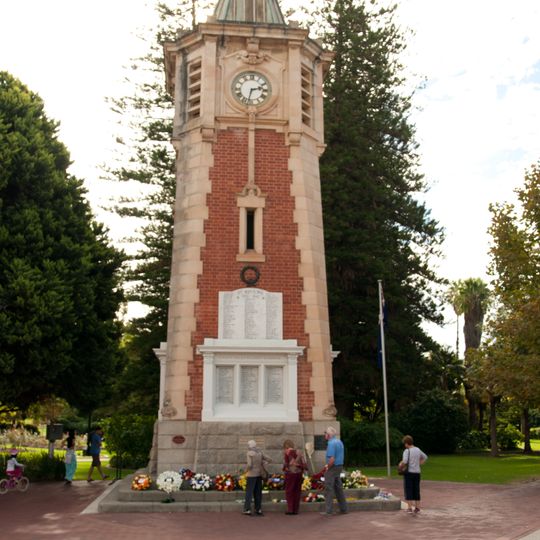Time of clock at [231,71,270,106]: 2:32
